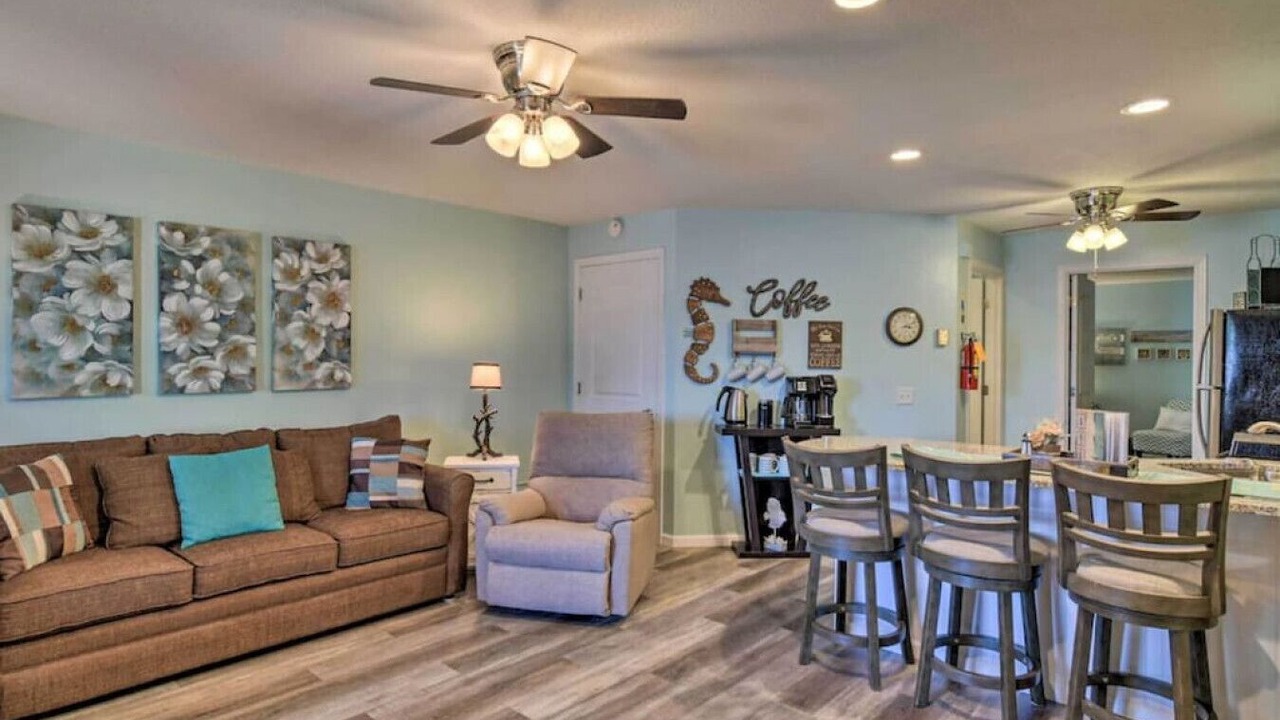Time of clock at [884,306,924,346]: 3:11
